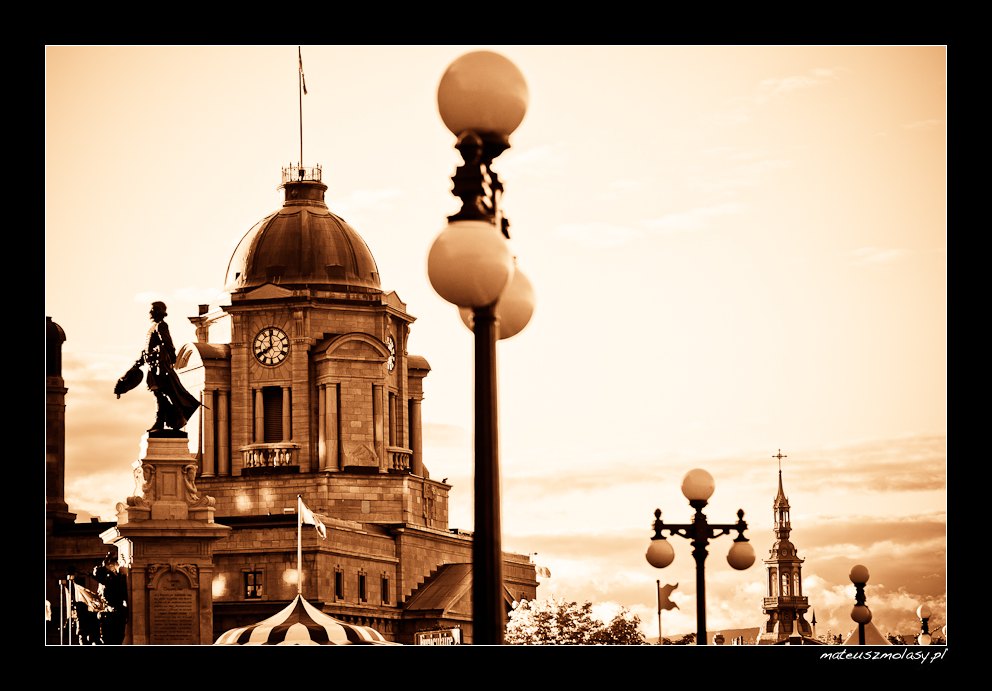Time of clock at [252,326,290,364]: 7:58
